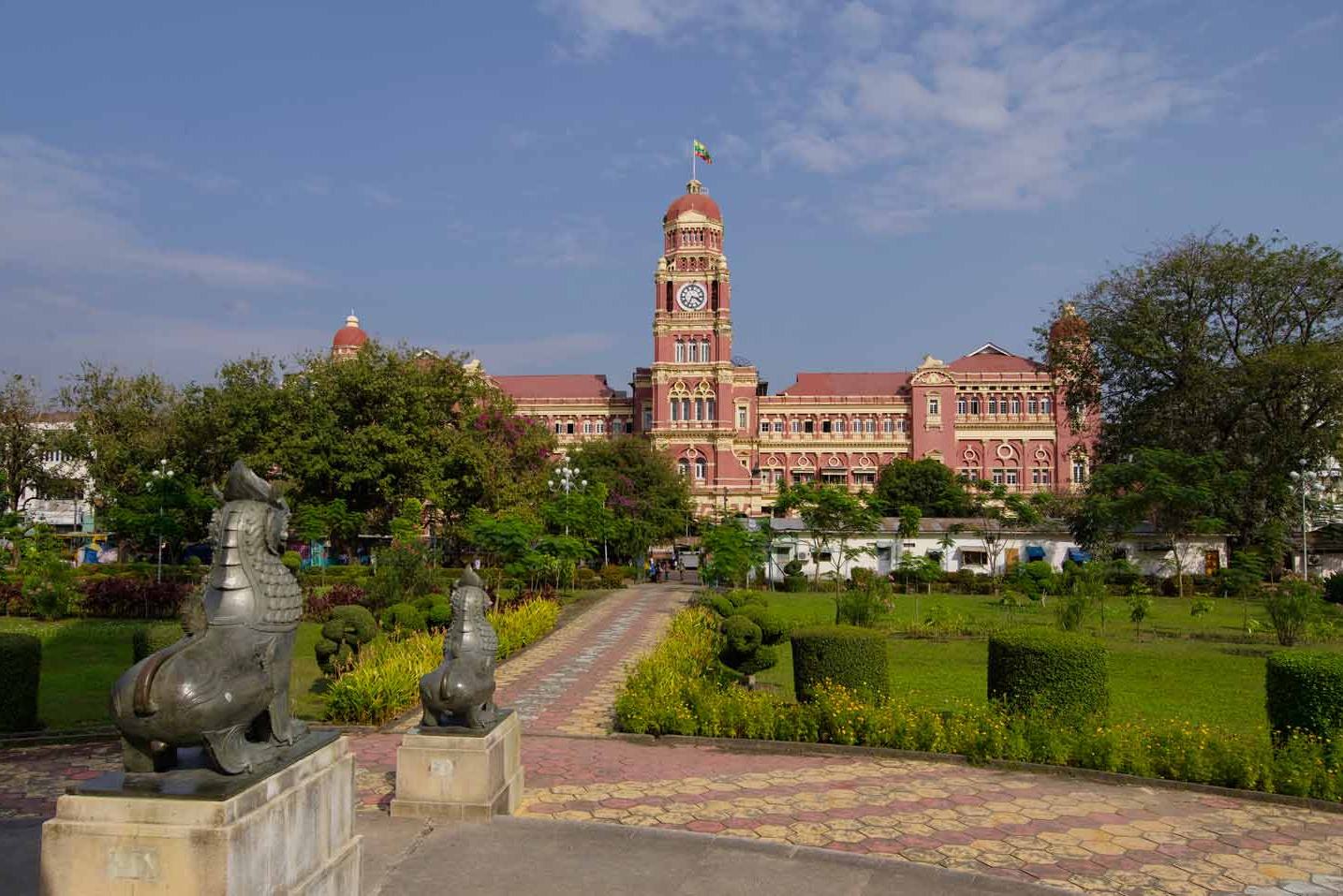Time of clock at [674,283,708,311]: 3:33
